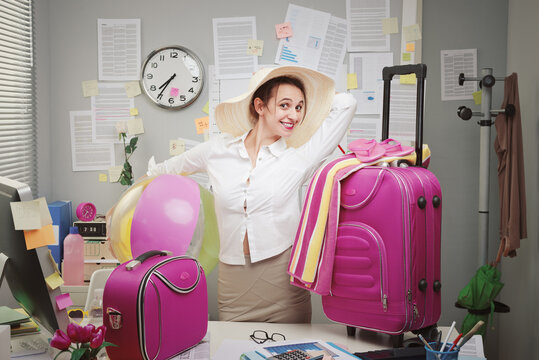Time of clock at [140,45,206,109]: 7:35
